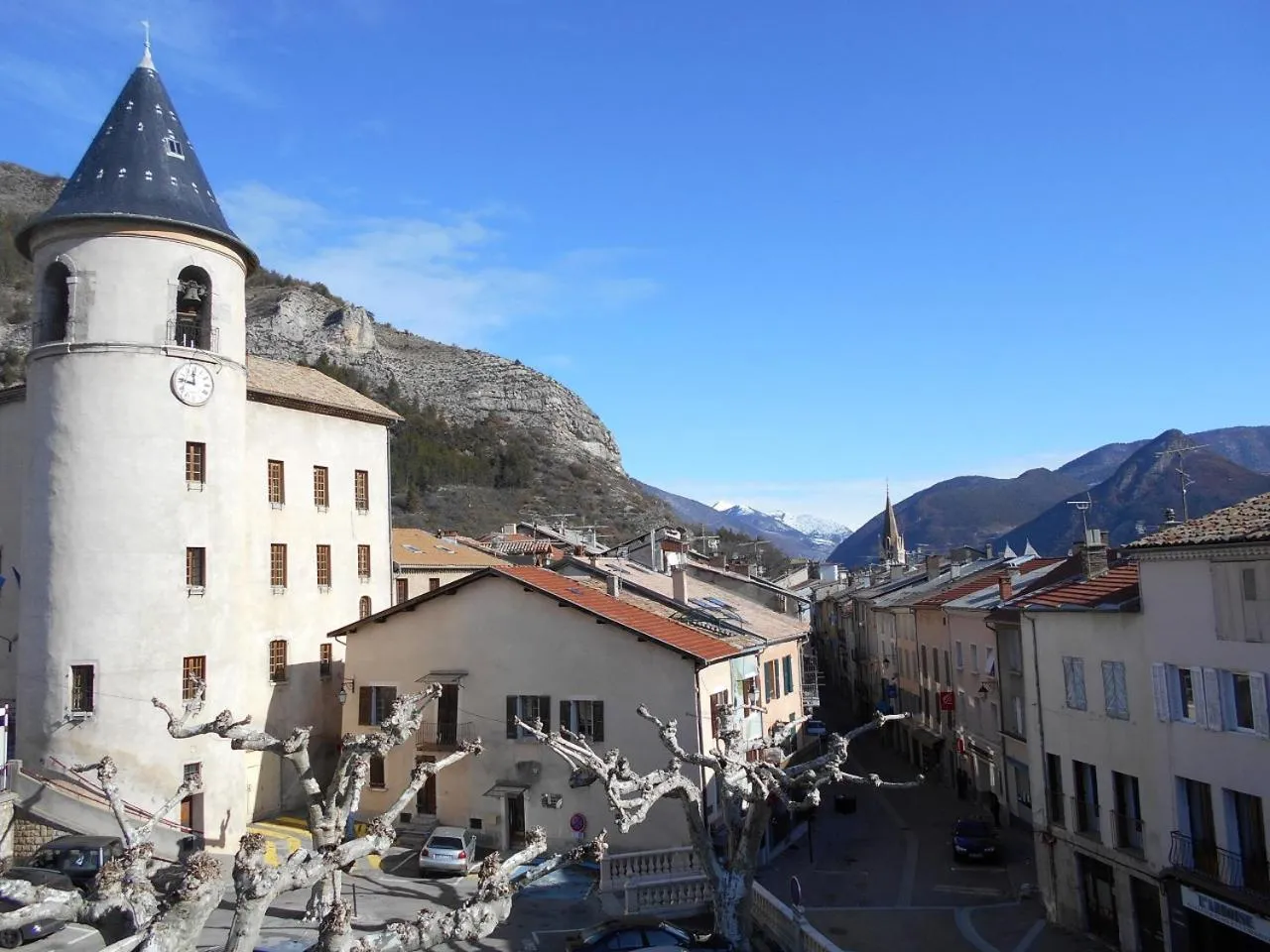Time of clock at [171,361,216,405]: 11:46
